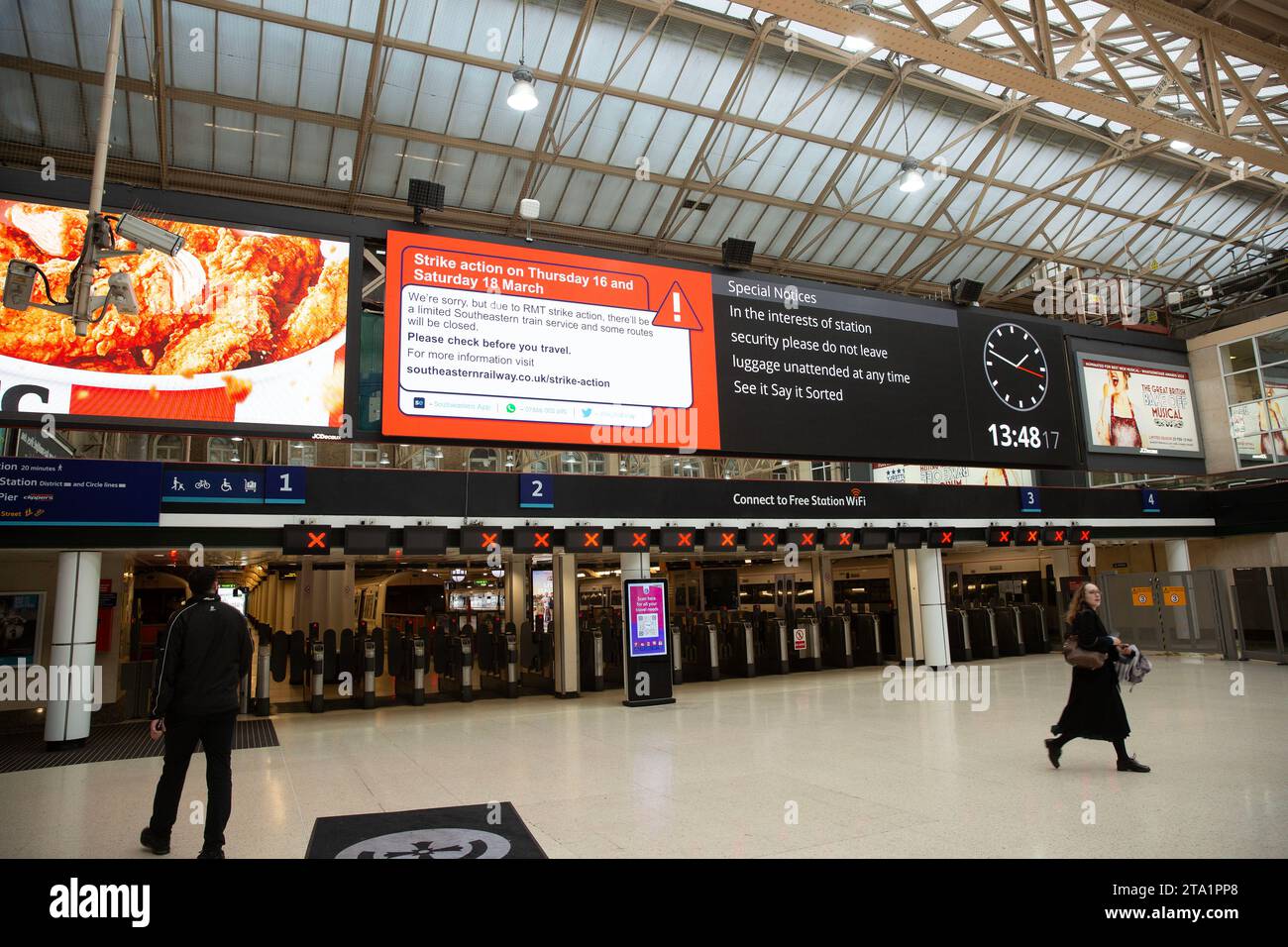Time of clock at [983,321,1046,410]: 1:48
